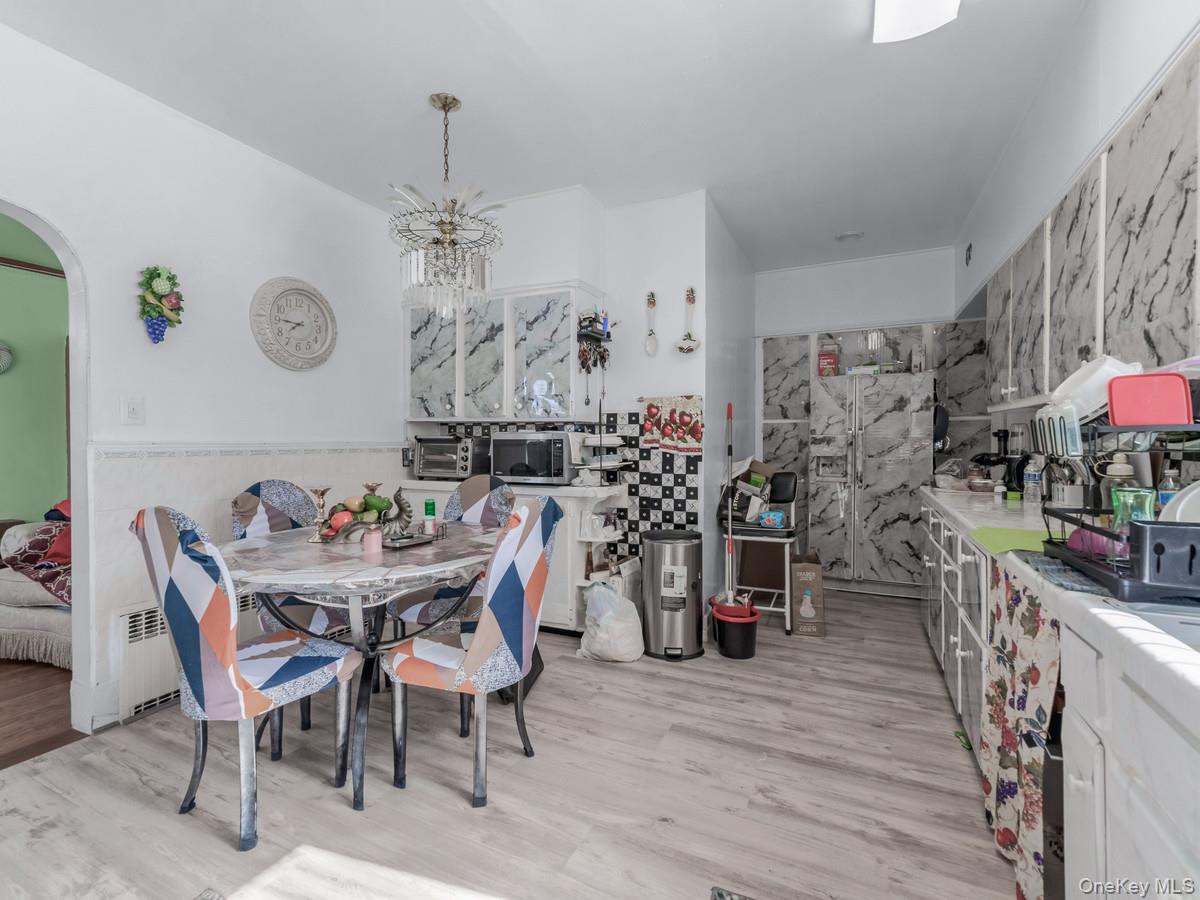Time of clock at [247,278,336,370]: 7:45
